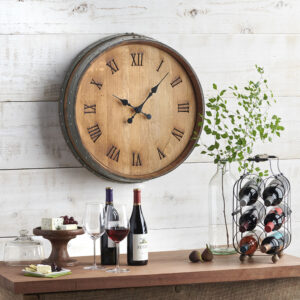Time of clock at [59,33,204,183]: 10:07
